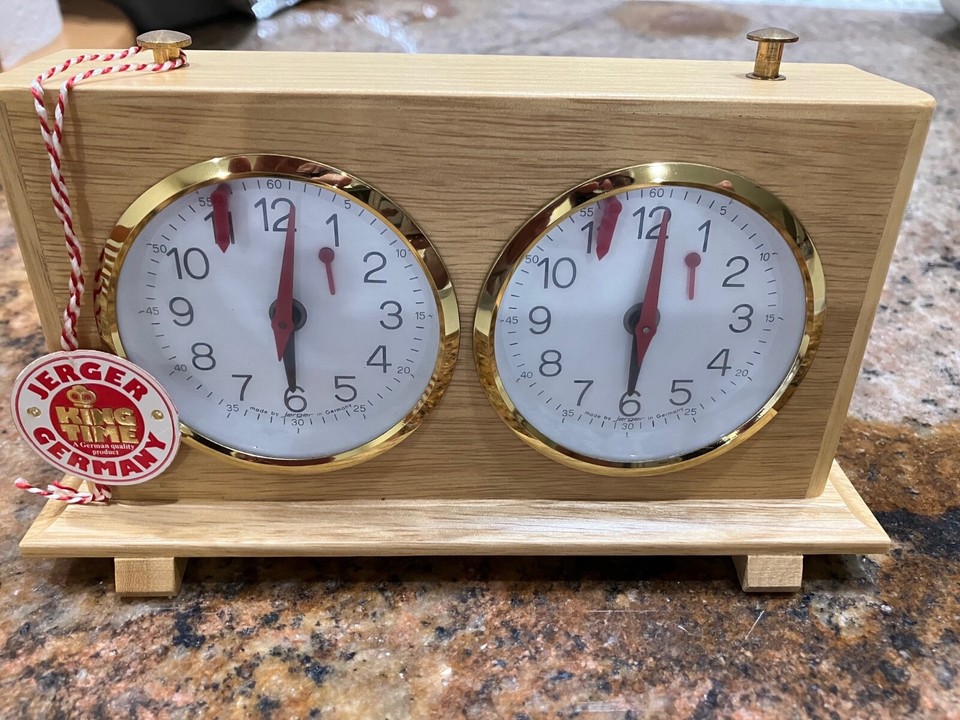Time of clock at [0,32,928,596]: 6:00
